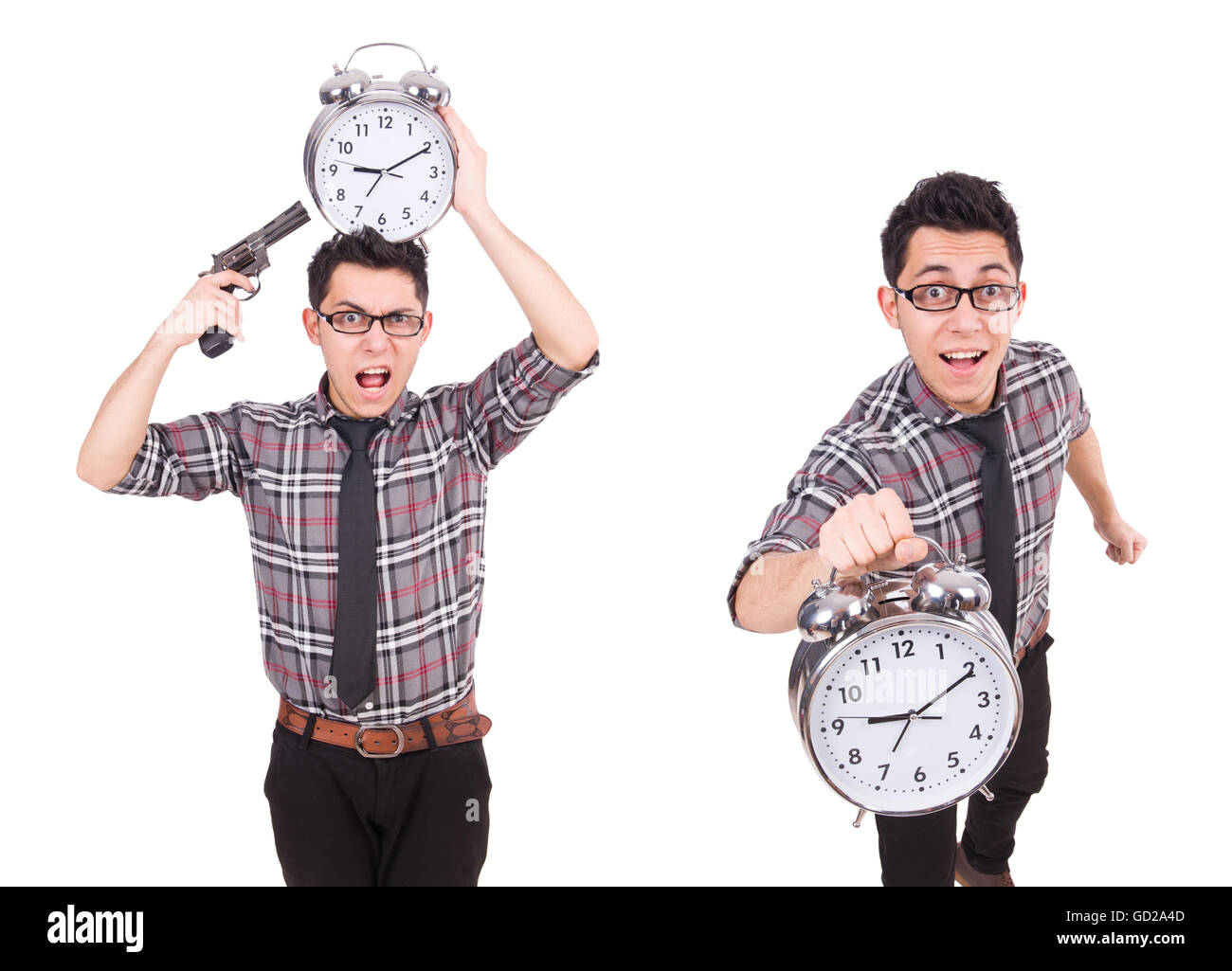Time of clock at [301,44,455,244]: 9:10
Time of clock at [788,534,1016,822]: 9:10
